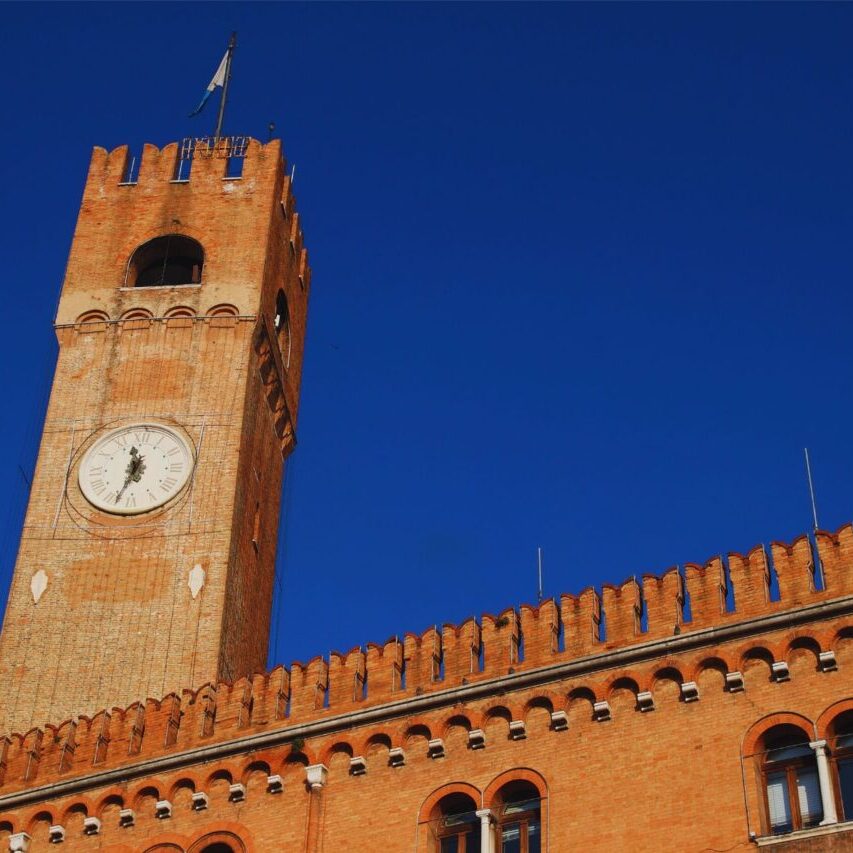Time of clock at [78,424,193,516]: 11:33
